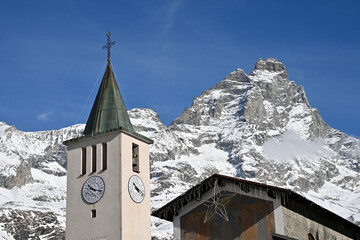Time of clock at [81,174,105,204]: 10:17
